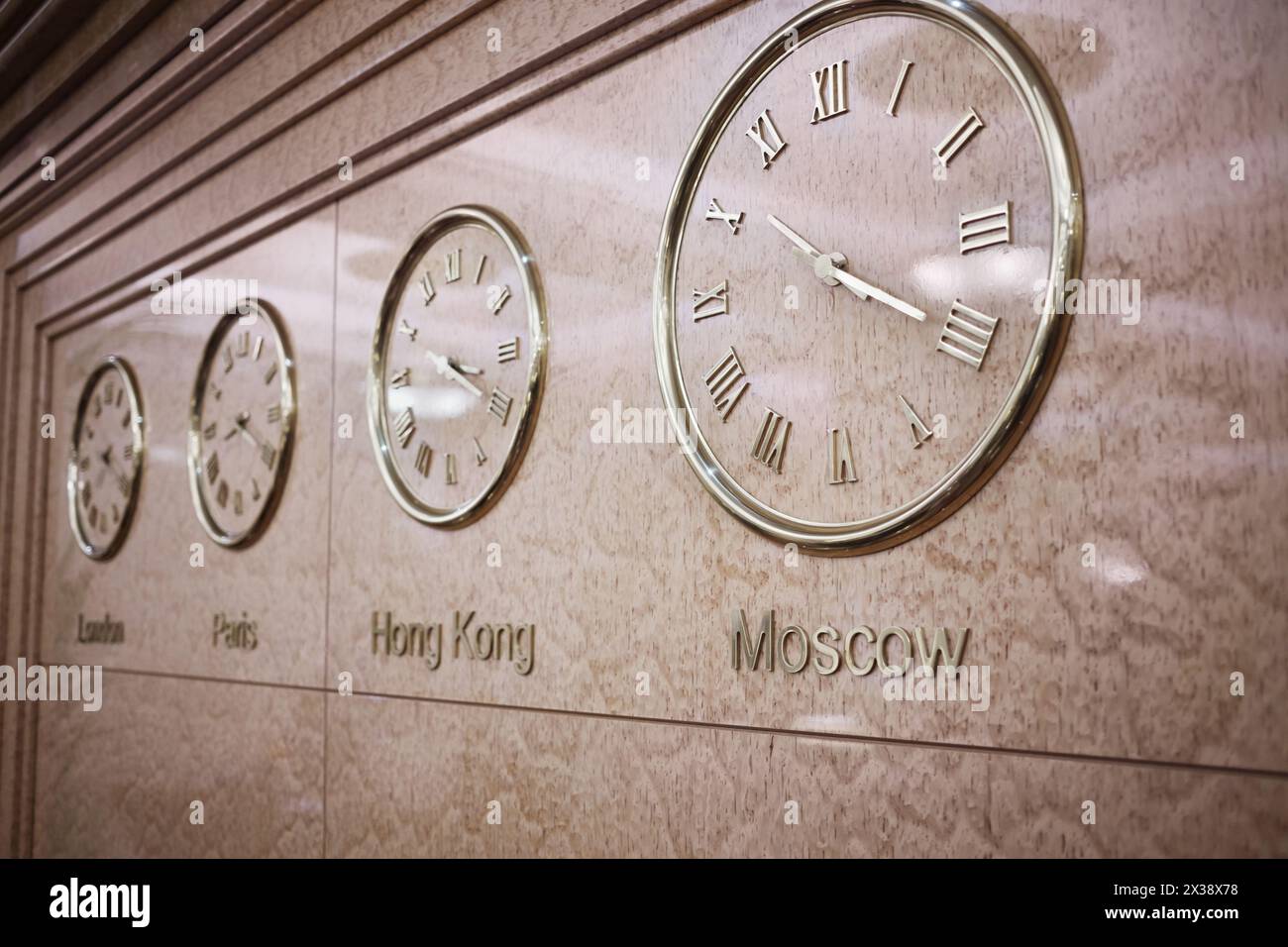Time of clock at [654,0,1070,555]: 10:20
